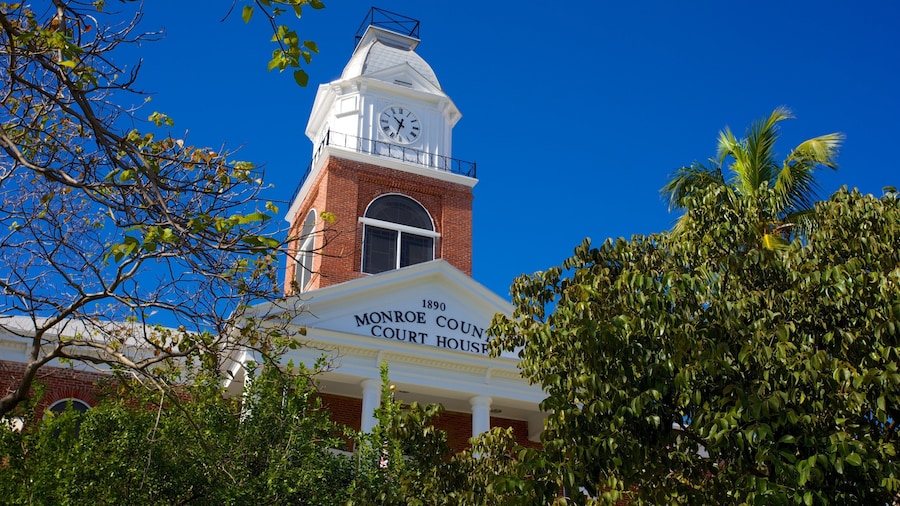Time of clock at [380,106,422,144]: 10:32
